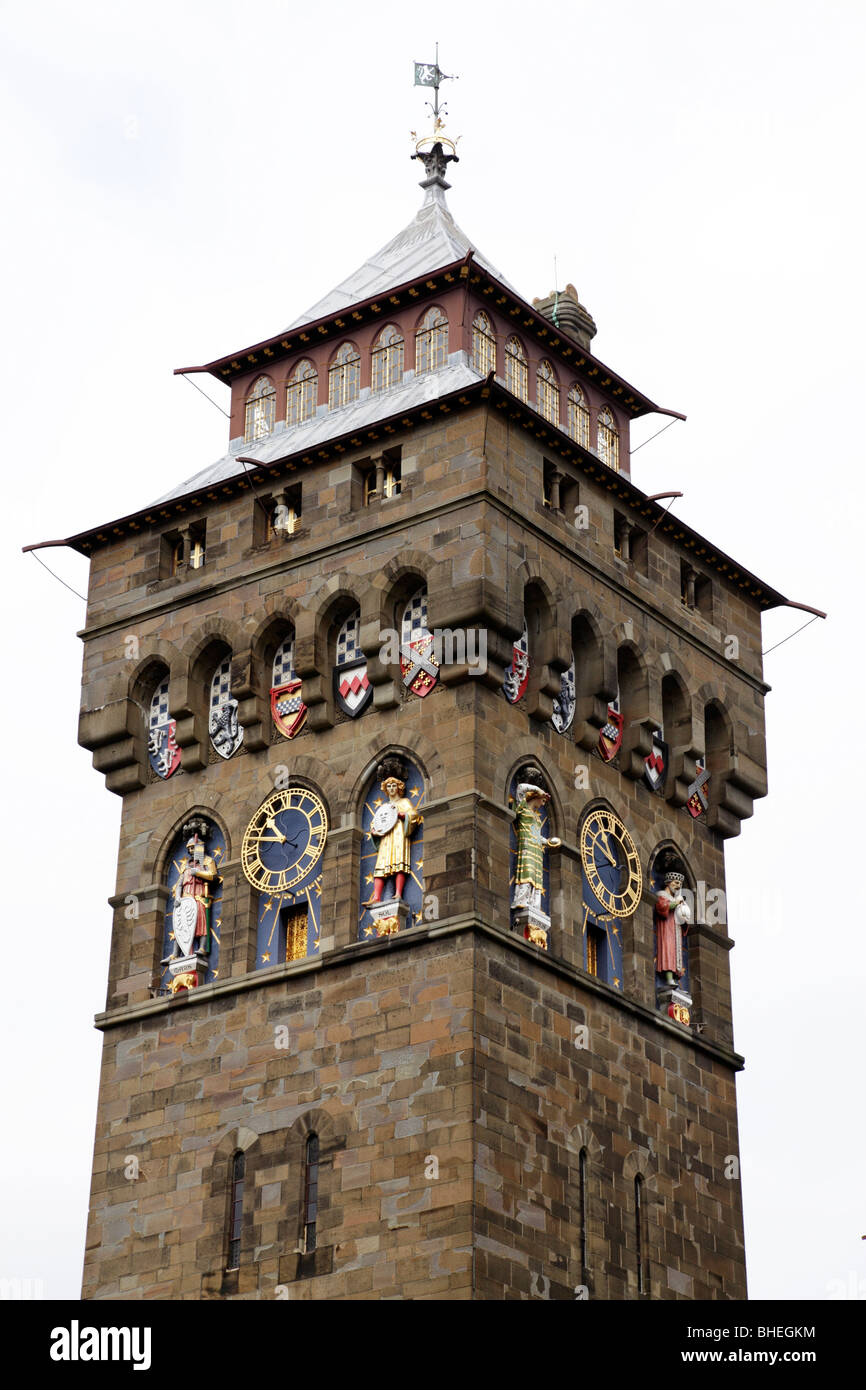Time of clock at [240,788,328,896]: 10:47
